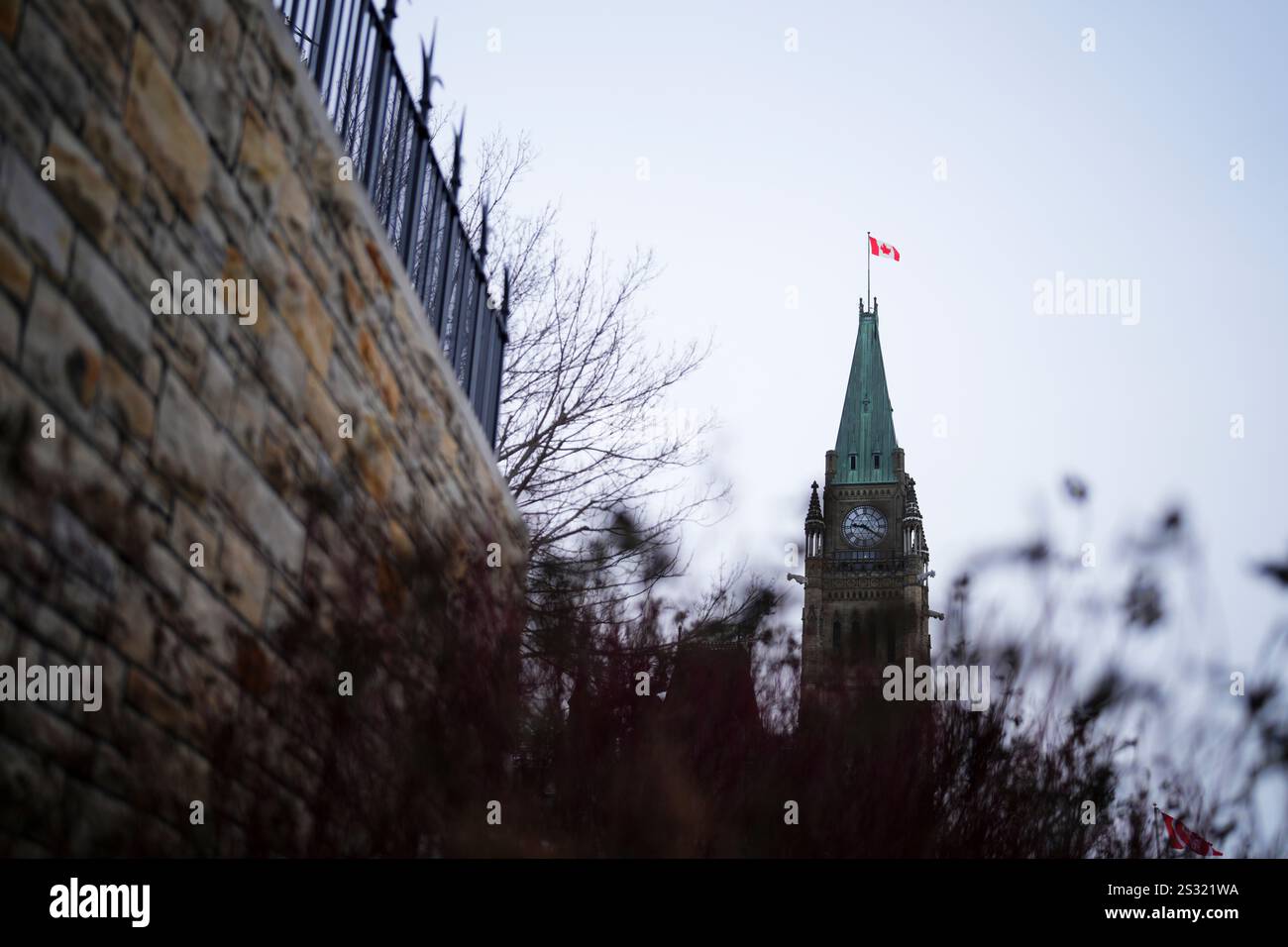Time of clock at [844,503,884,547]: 9:20
